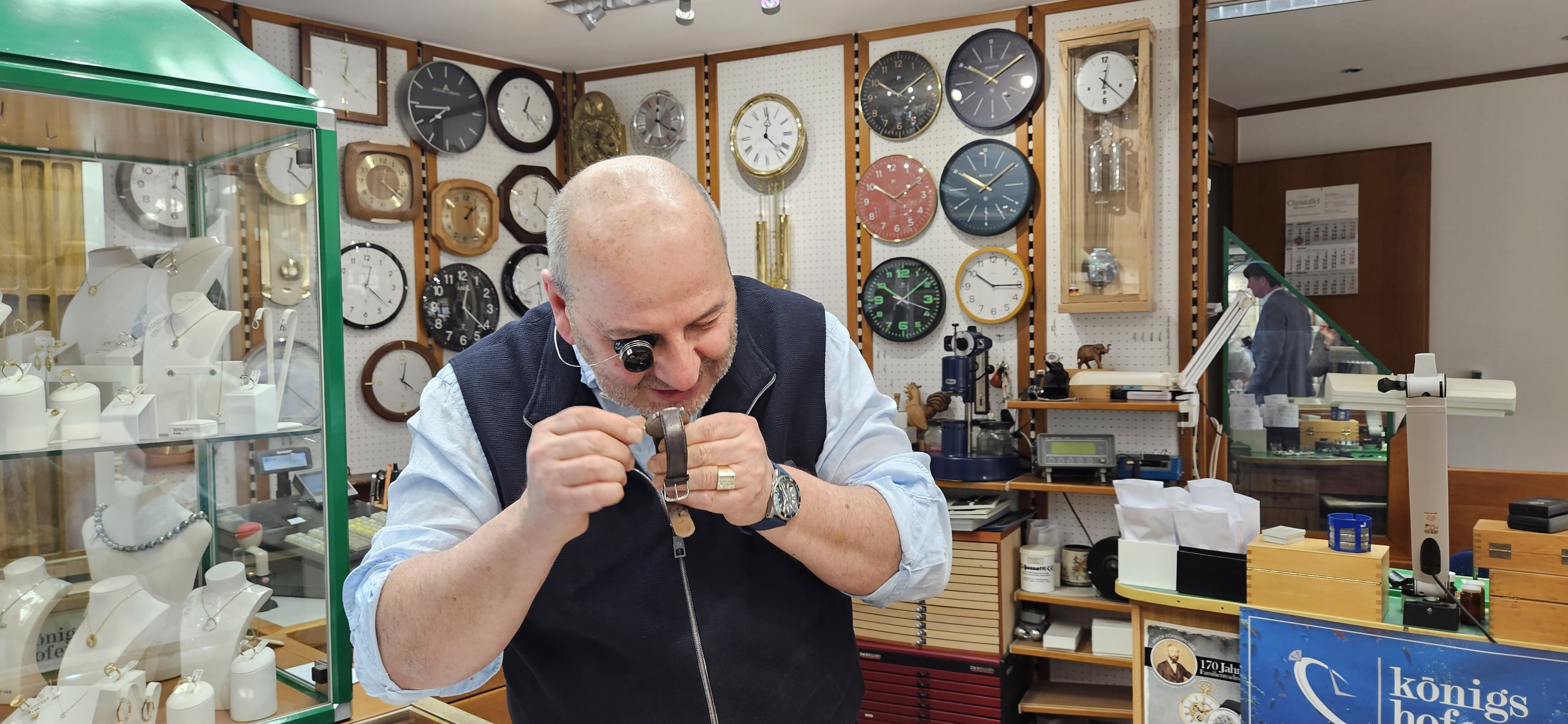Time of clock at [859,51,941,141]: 10:09
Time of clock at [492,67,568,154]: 12:21
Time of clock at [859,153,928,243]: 1:50
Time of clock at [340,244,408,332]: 12:21
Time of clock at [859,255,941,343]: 10:08
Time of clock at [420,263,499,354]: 12:22
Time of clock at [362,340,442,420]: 4:01
